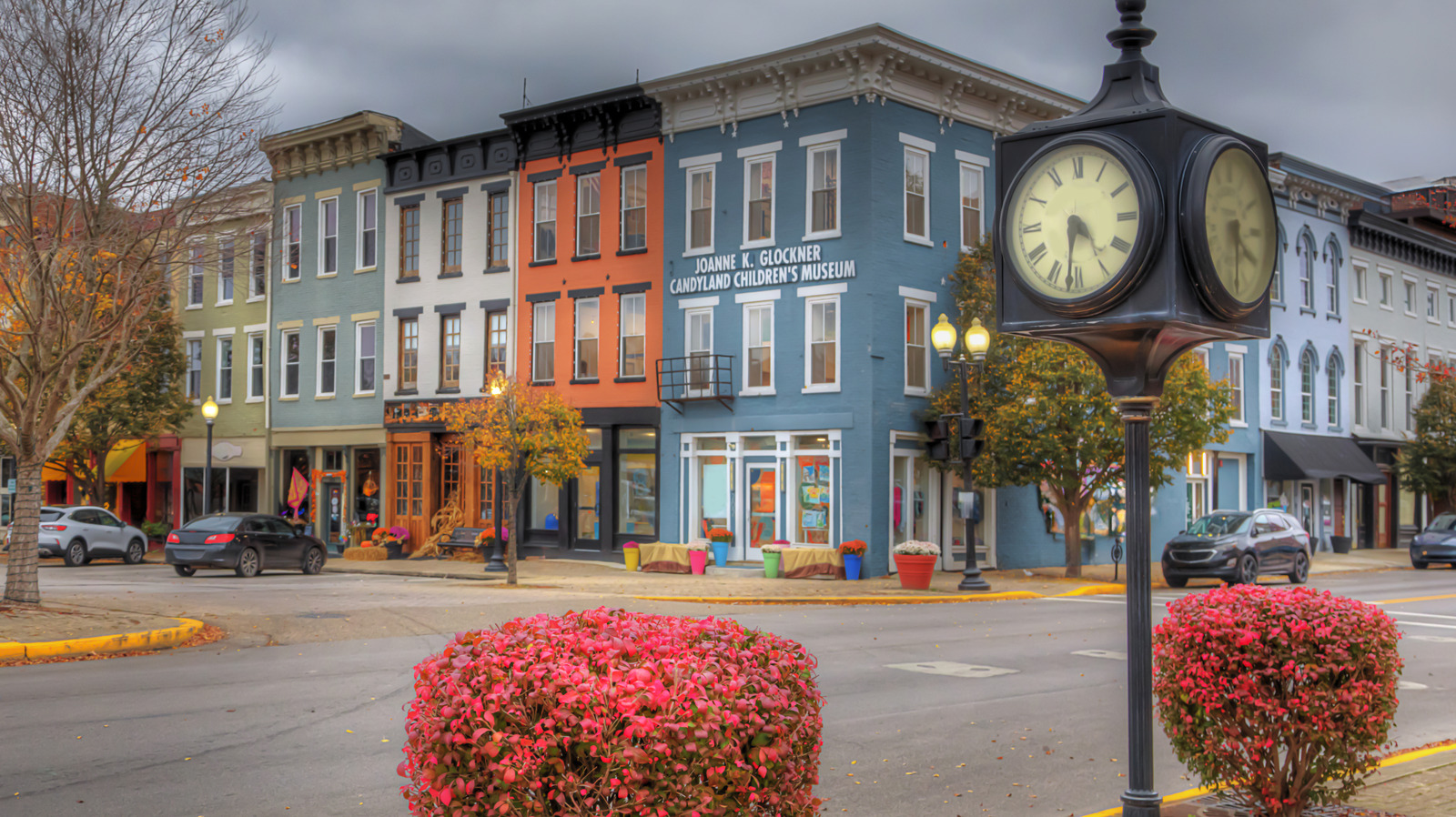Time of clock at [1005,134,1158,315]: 4:31
